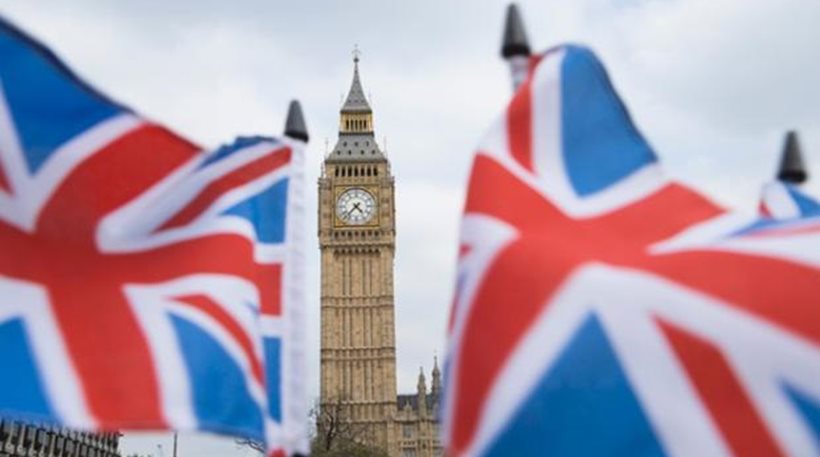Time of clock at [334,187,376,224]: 4:37
